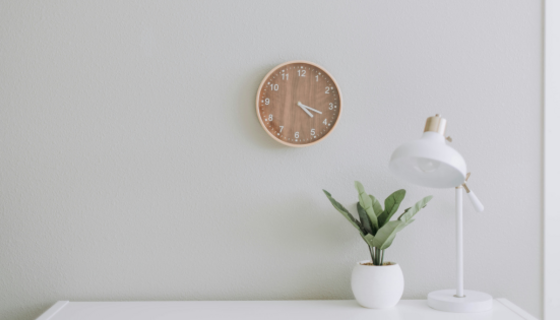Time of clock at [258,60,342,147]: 4:18
